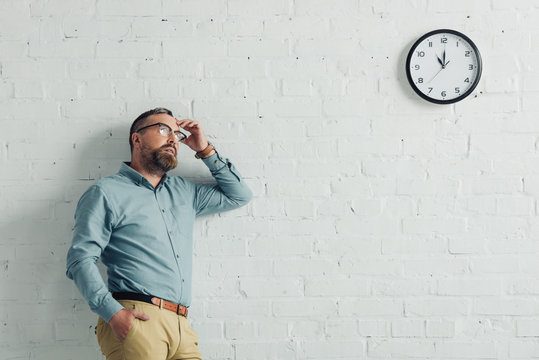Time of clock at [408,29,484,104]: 11:00
